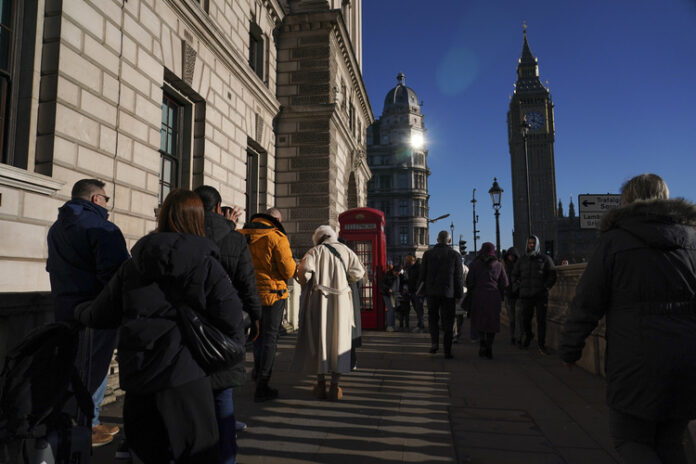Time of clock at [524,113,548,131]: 12:18
